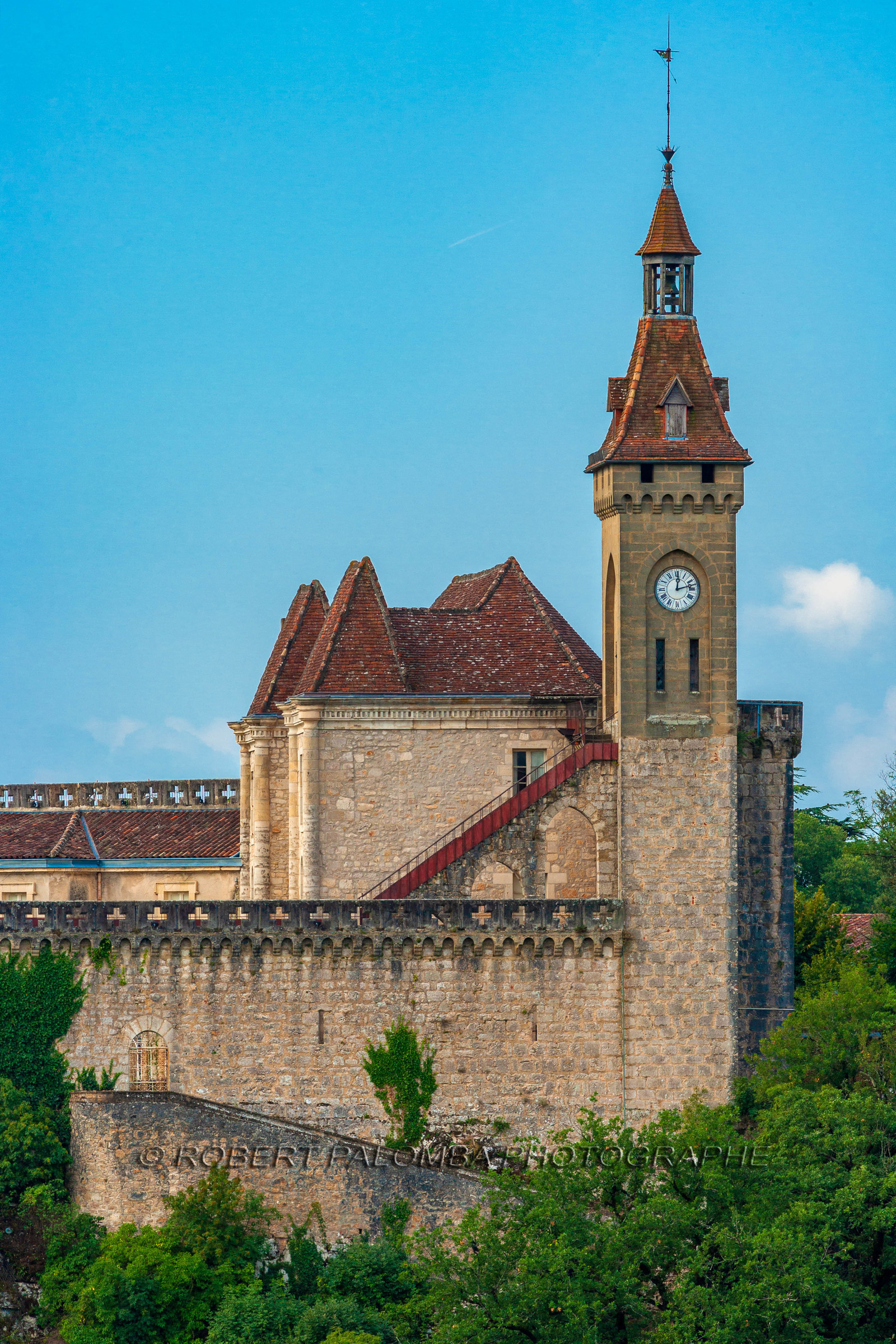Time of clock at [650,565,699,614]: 12:12
